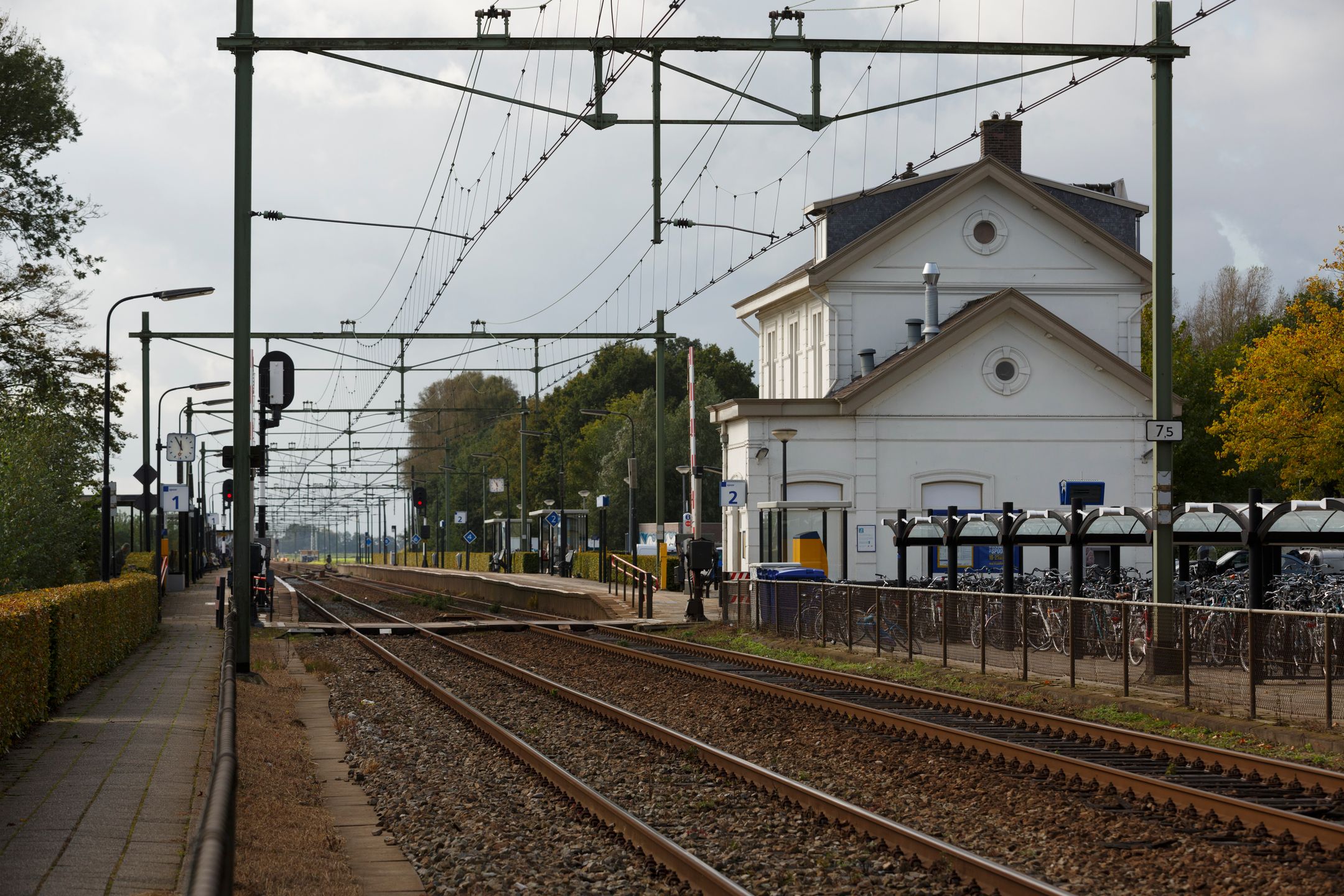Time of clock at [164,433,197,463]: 11:55
